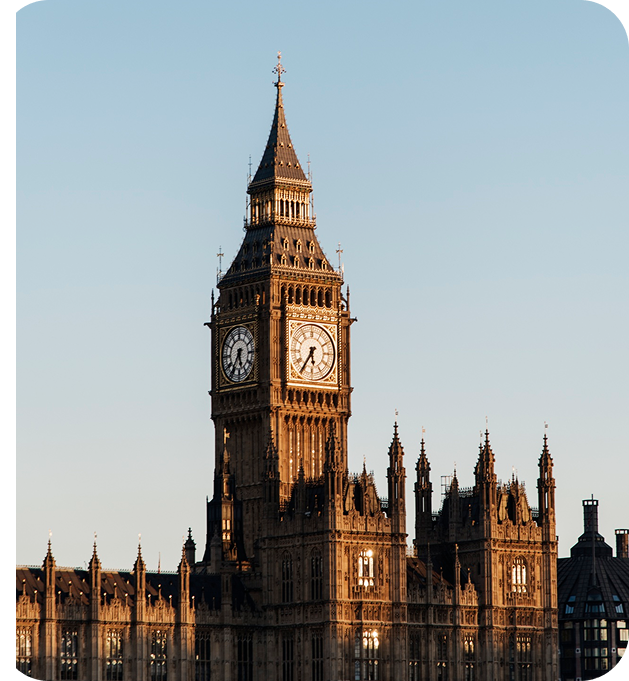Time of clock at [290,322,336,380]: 5:35
